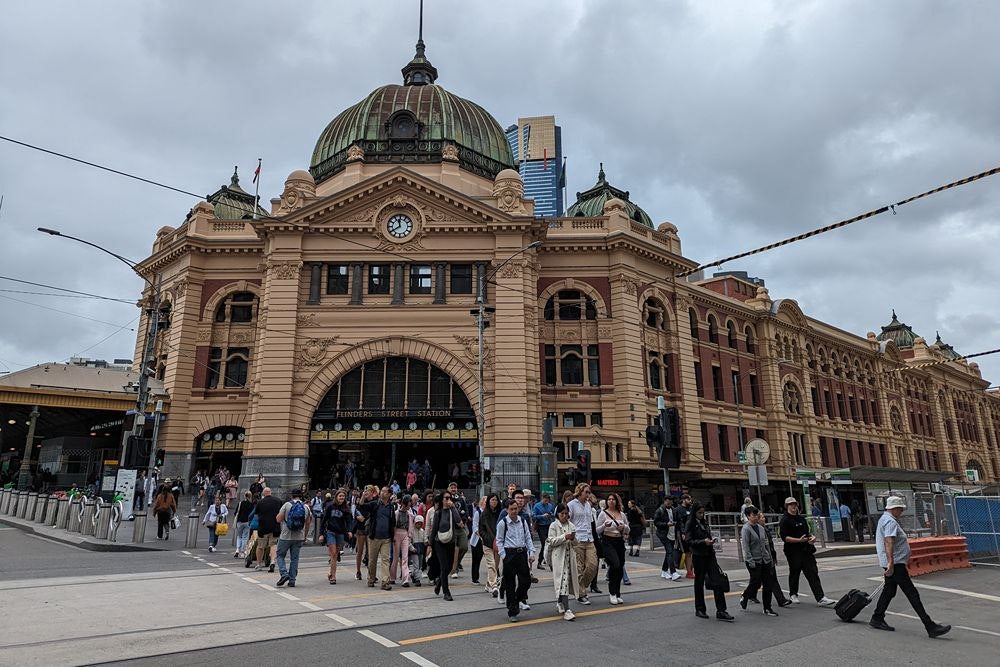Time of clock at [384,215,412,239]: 11:39
